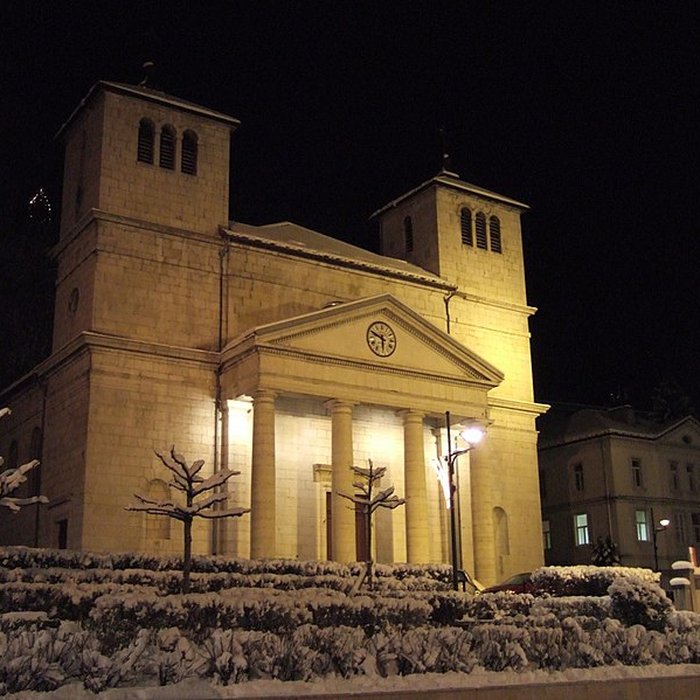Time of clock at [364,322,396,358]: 5:48
